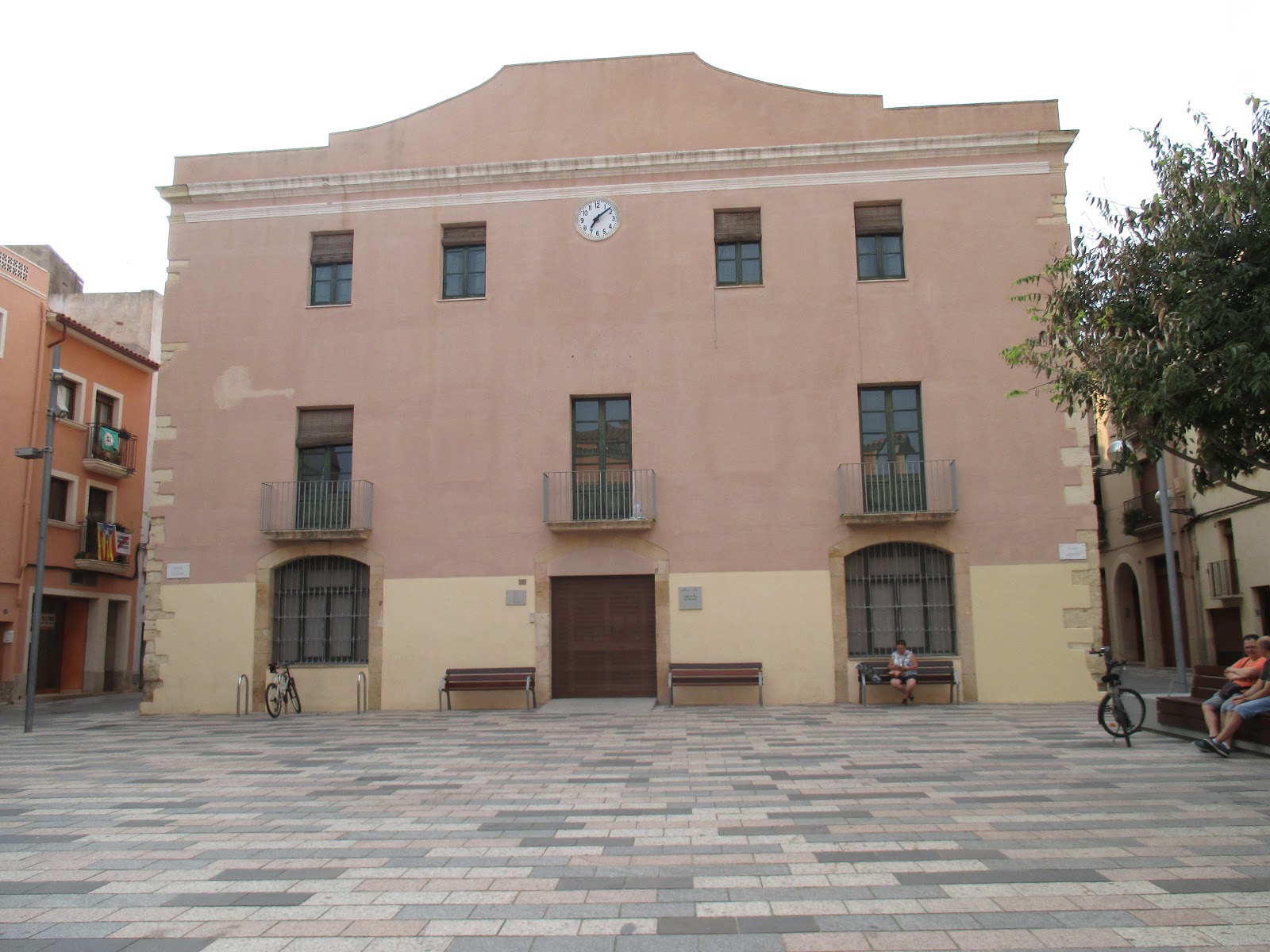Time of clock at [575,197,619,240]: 7:08
